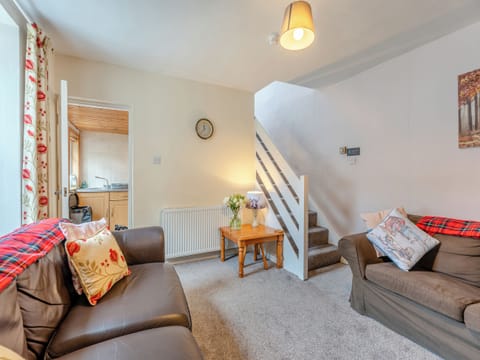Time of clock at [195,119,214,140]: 11:37
